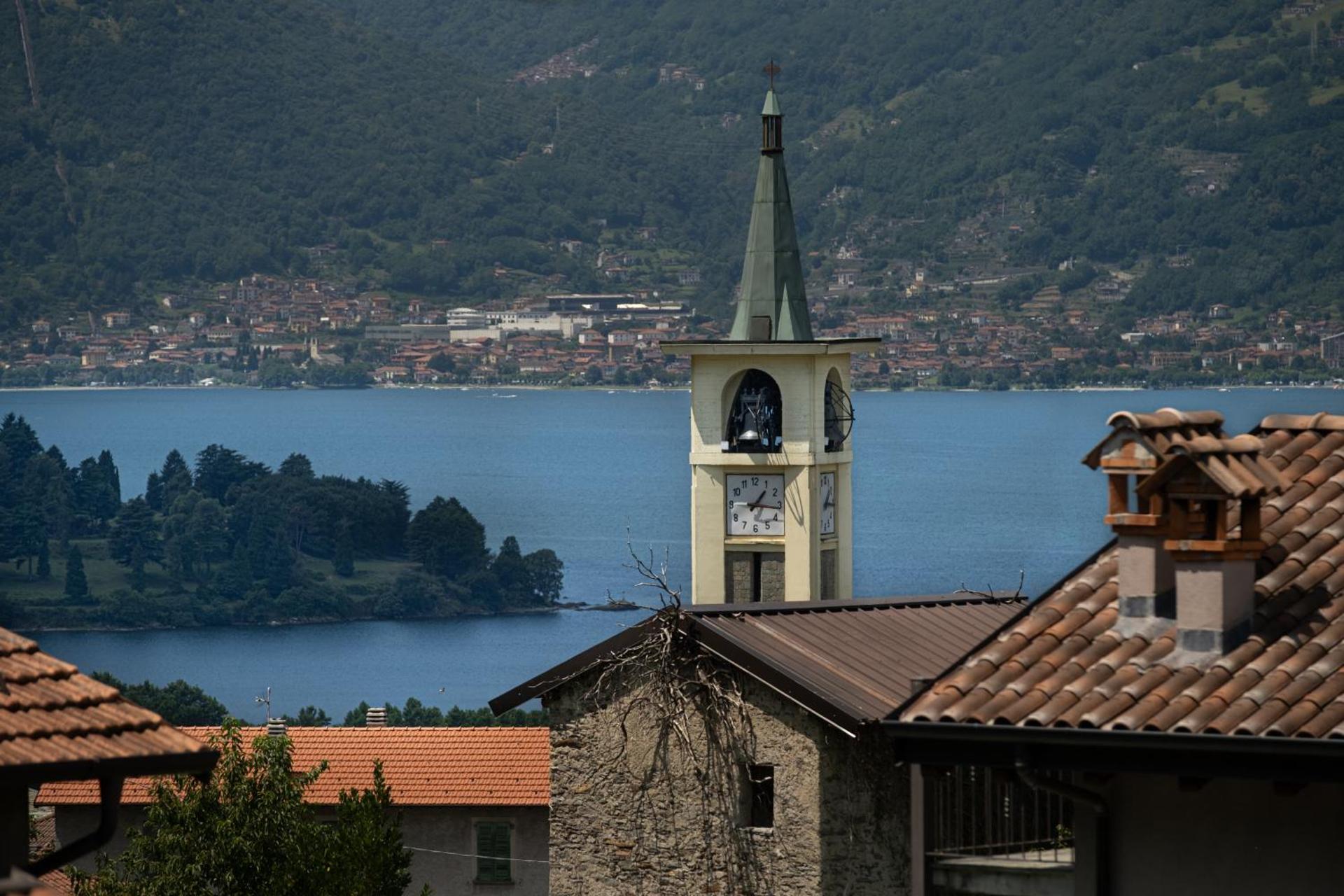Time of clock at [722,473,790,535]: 1:16
